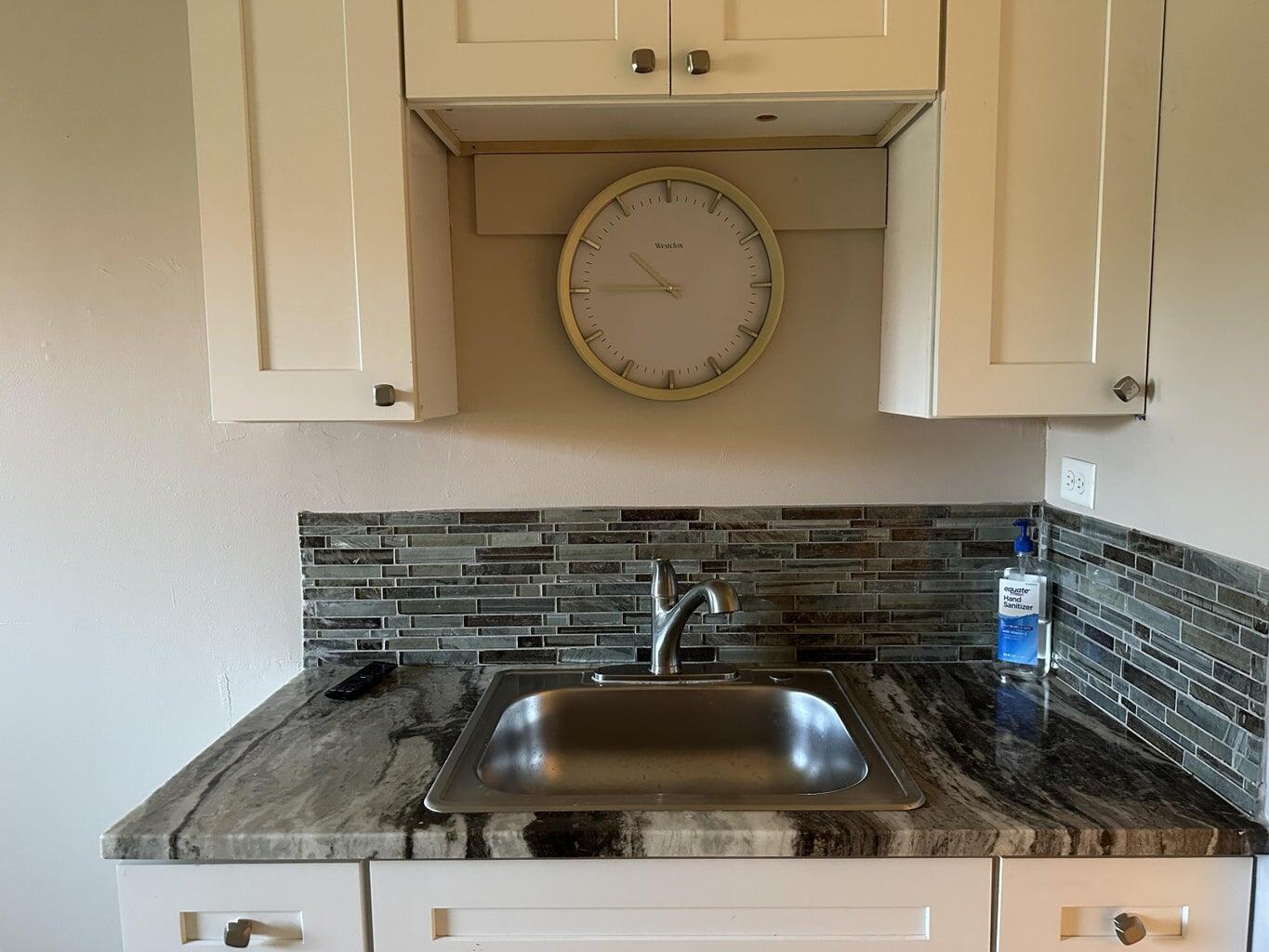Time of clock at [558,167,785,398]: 10:45
